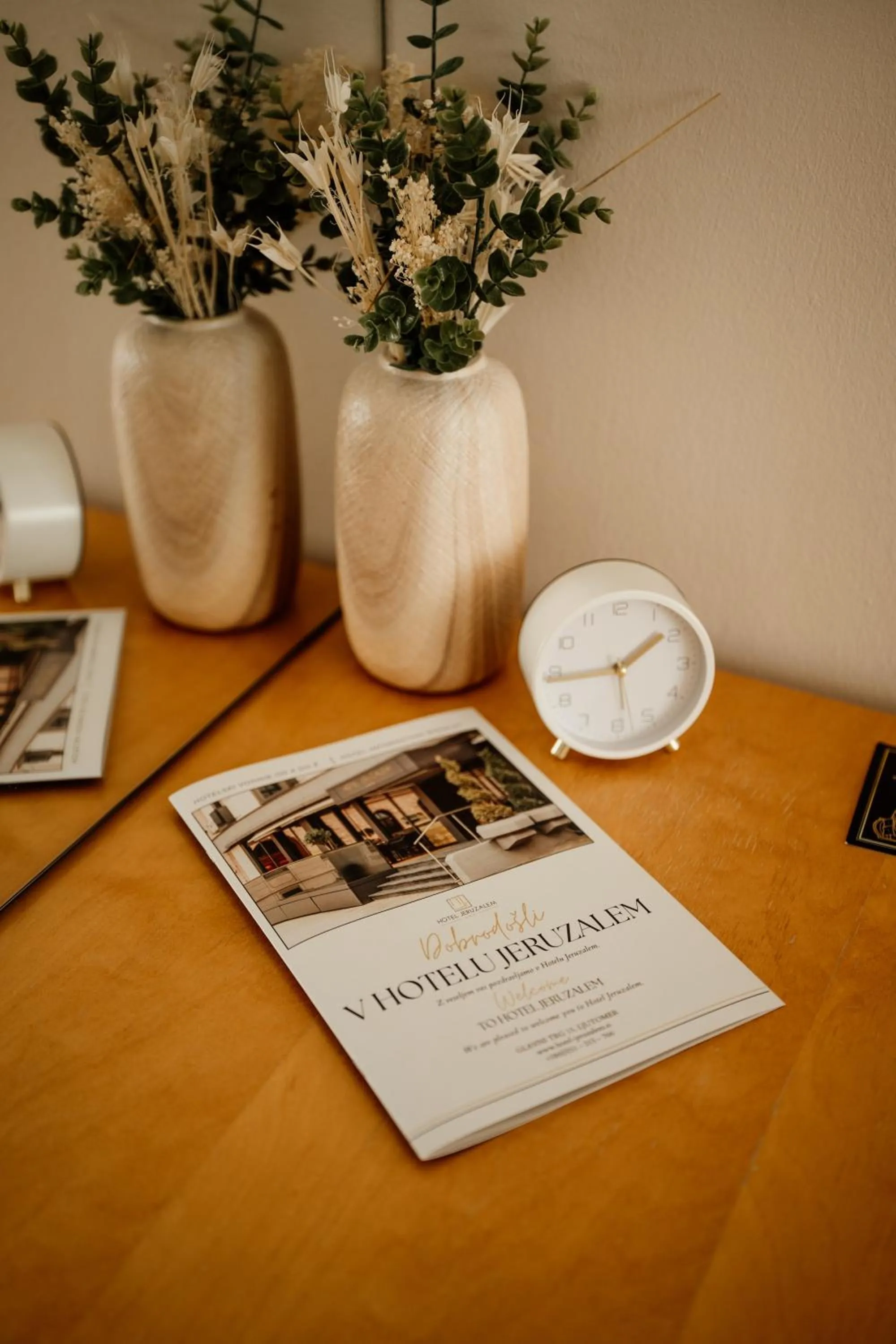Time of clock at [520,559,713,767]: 1:43
